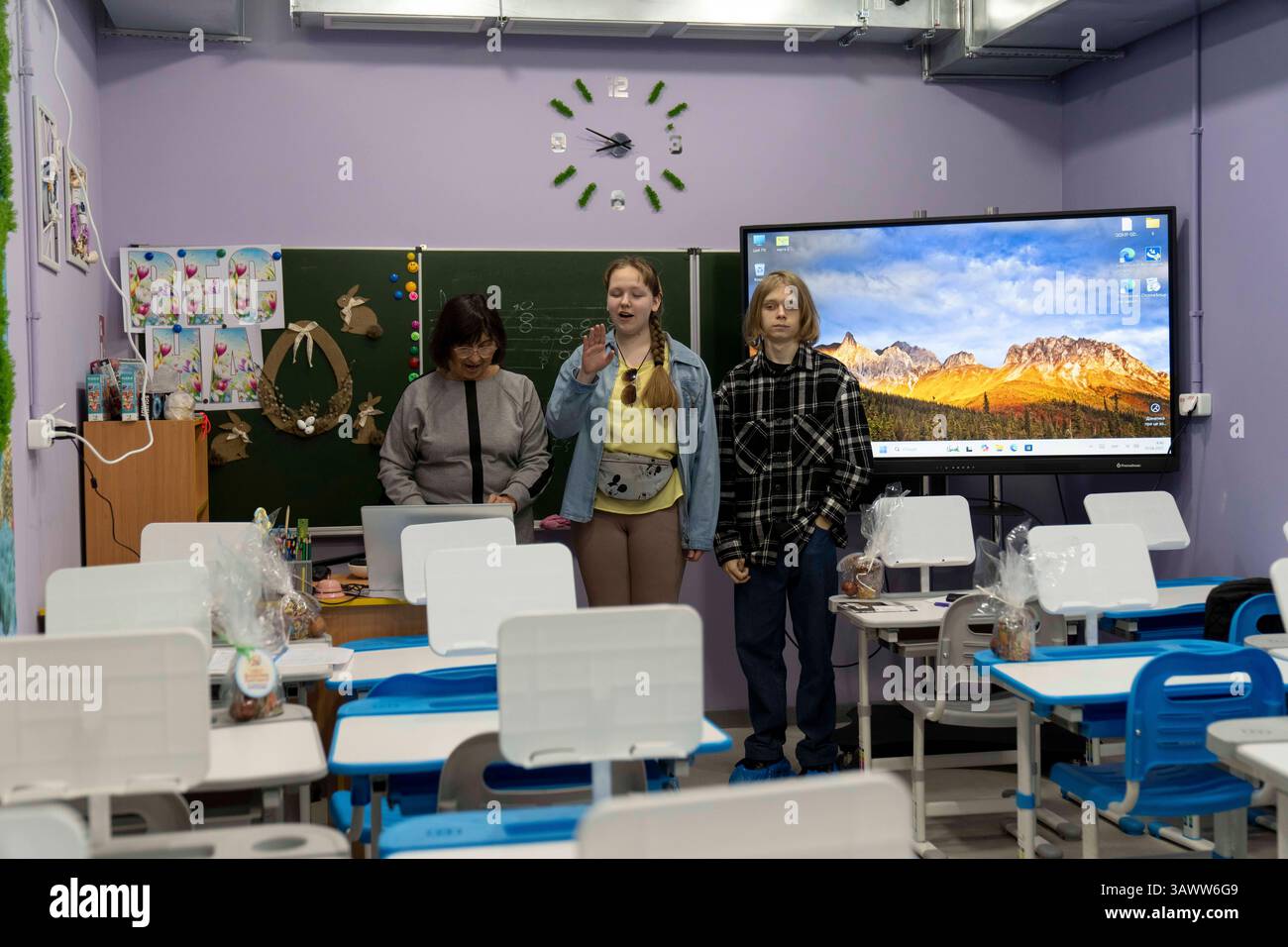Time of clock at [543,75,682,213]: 8:49
